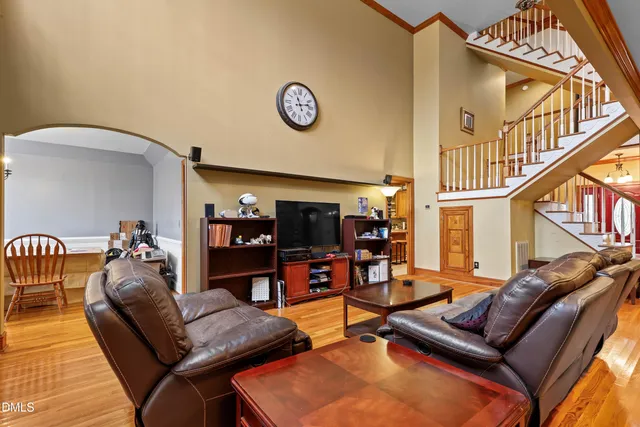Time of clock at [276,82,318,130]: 11:12
